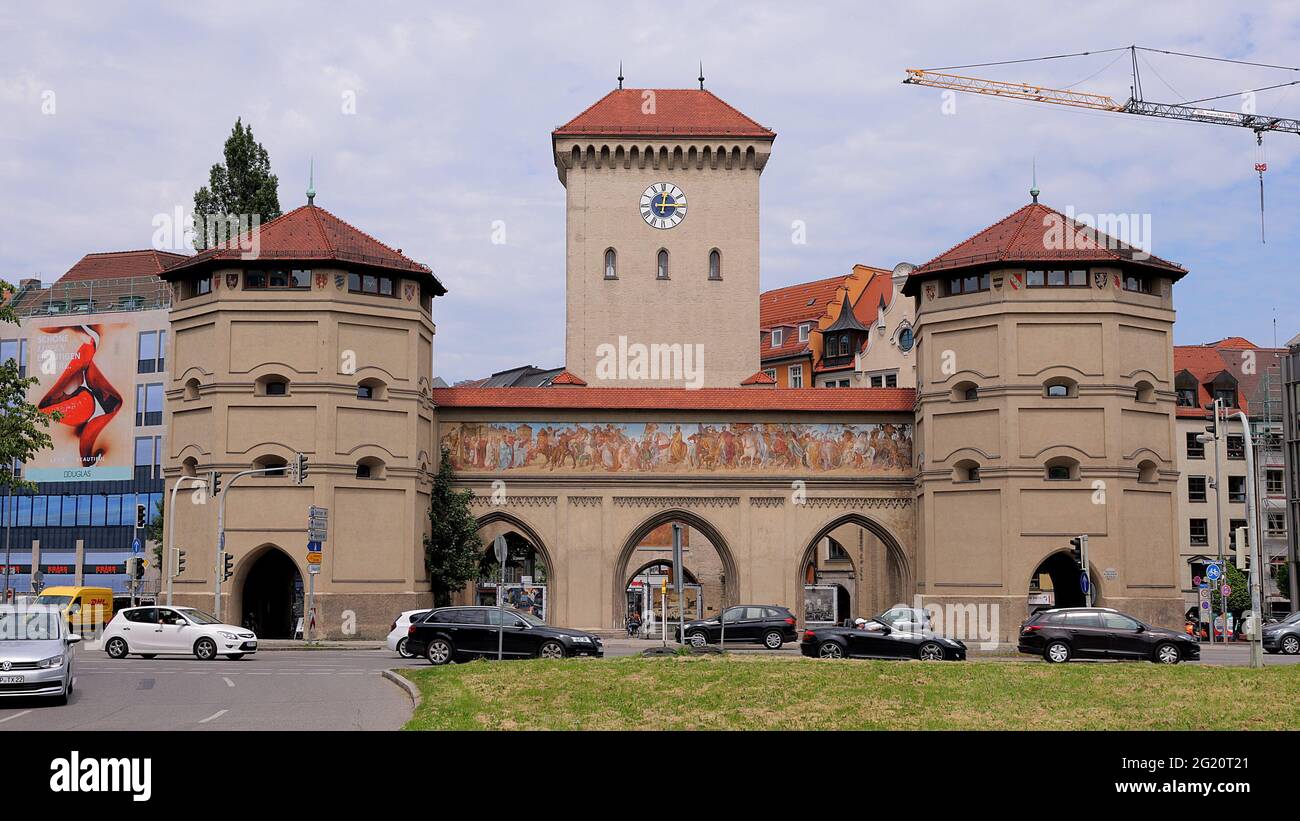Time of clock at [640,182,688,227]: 12:14
